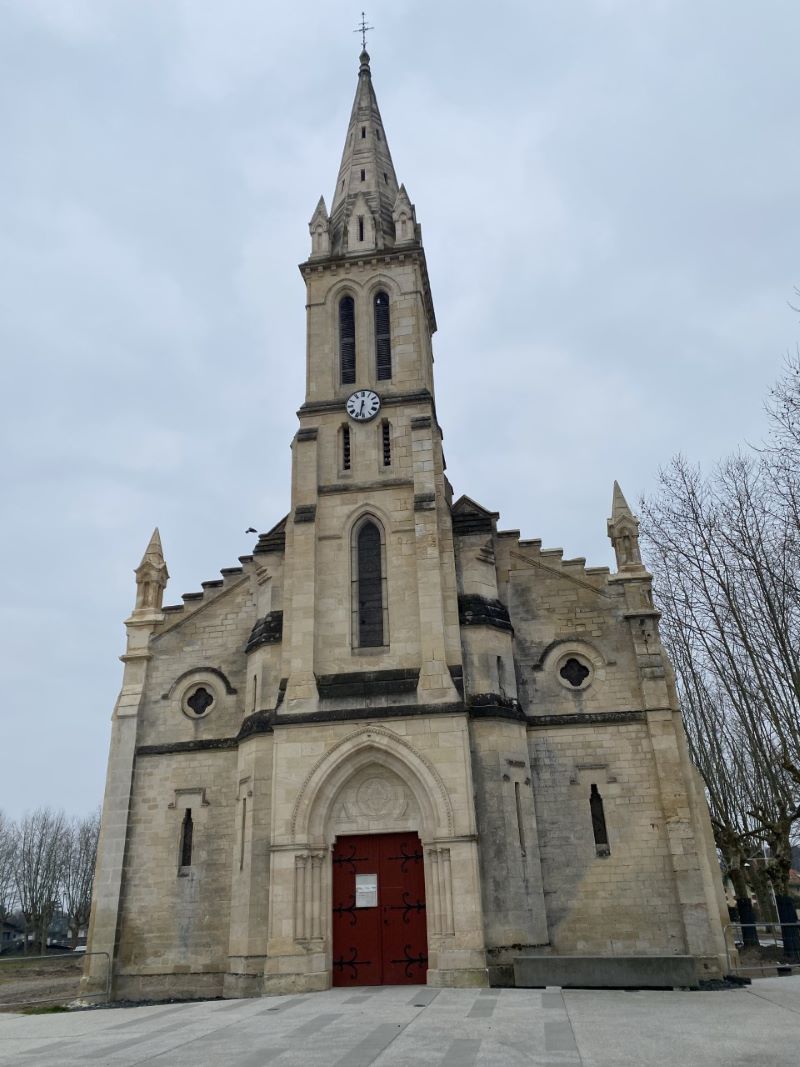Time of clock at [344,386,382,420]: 6:32
